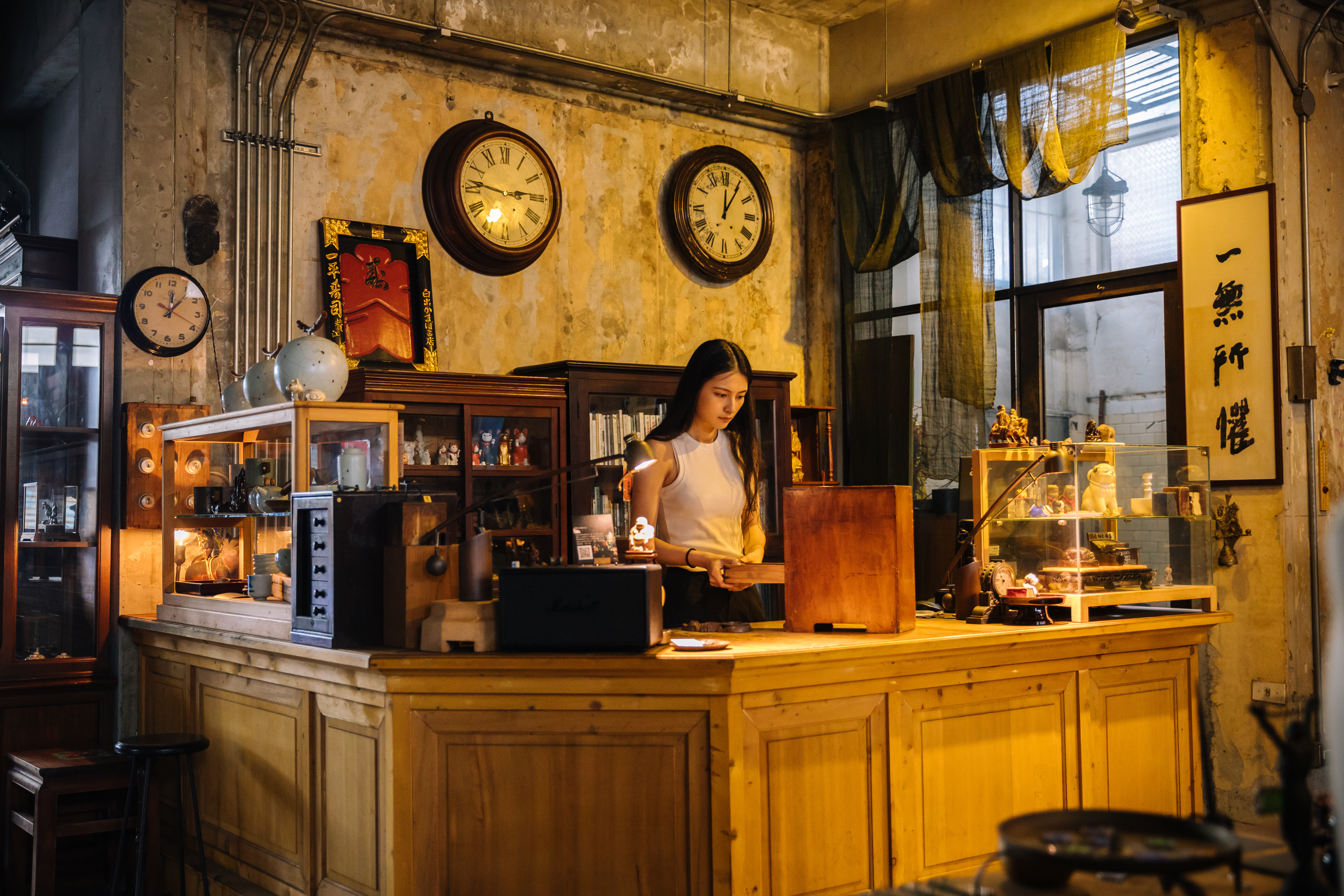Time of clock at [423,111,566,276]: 2:46
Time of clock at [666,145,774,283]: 12:05
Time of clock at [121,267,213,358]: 12:07
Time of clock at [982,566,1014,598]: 10:45
